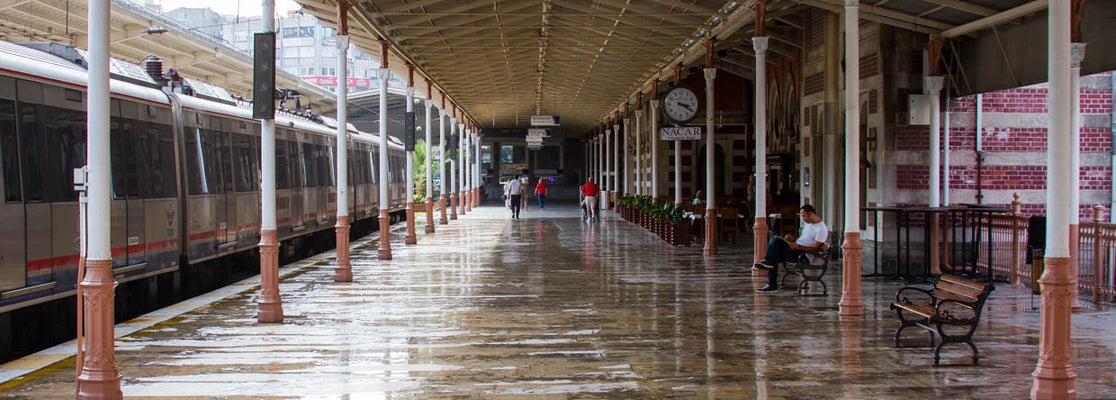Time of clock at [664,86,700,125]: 3:20
